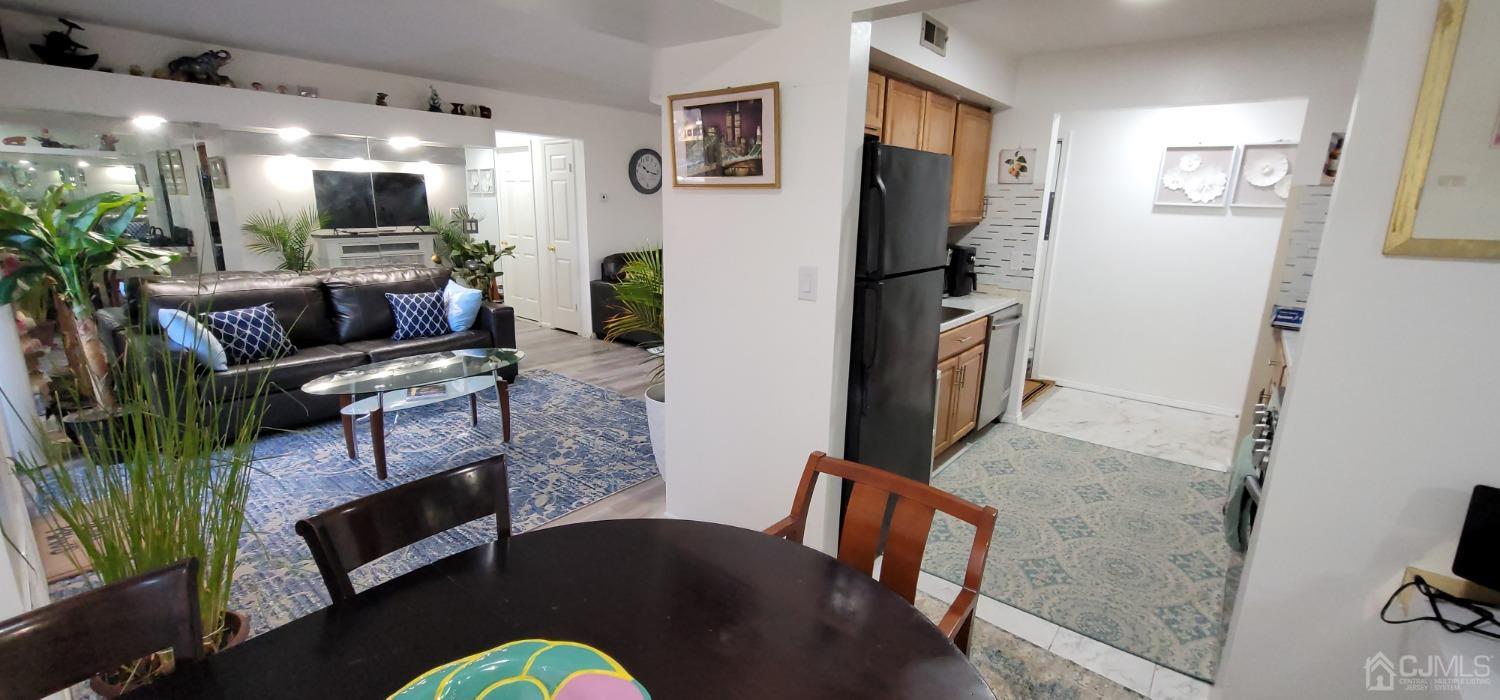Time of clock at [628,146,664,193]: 10:17
